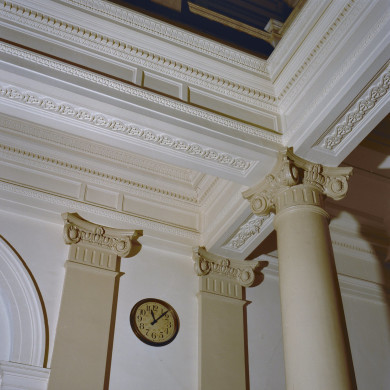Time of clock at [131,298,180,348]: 11:07
